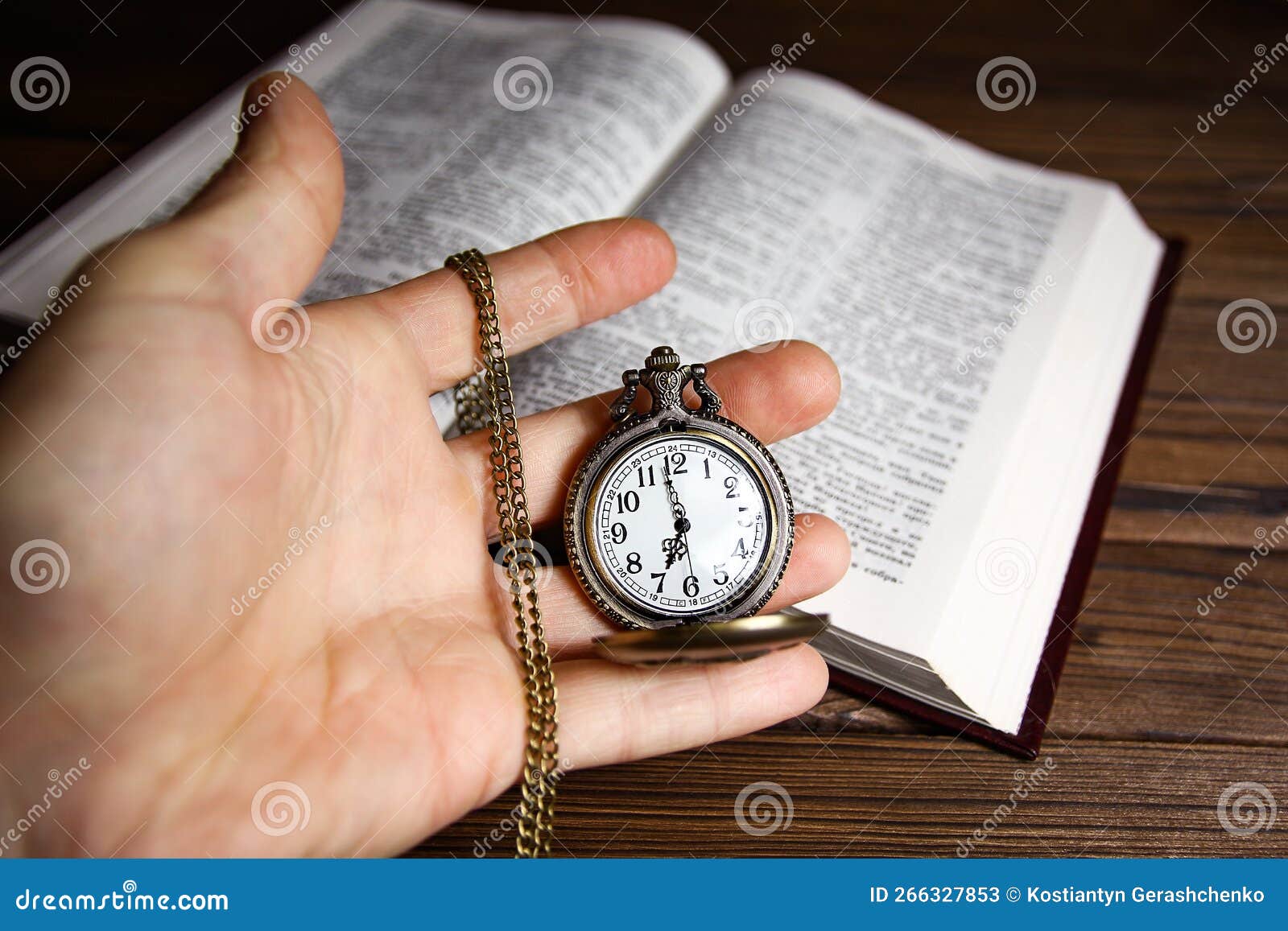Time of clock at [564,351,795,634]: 6:58
